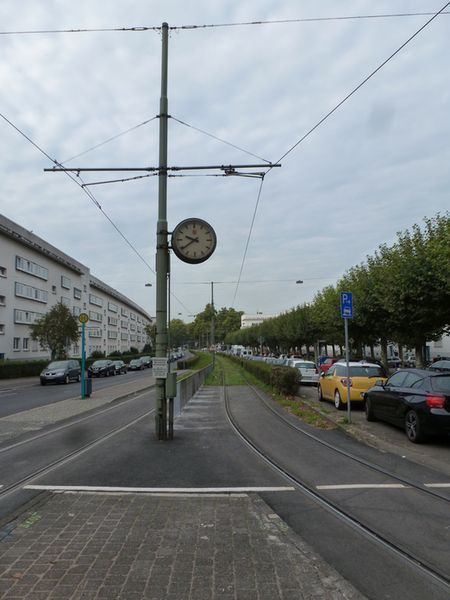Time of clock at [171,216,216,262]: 9:39
